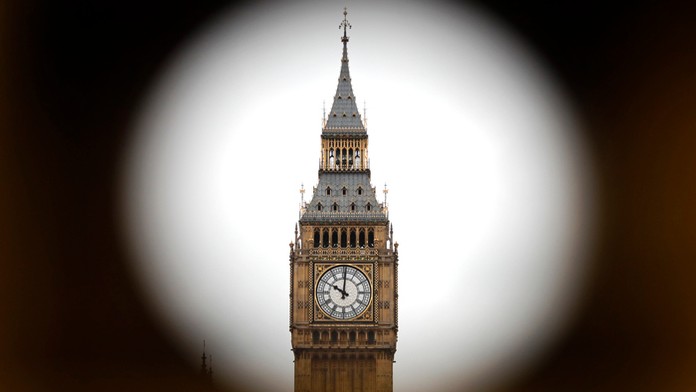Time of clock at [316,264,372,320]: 10:00
